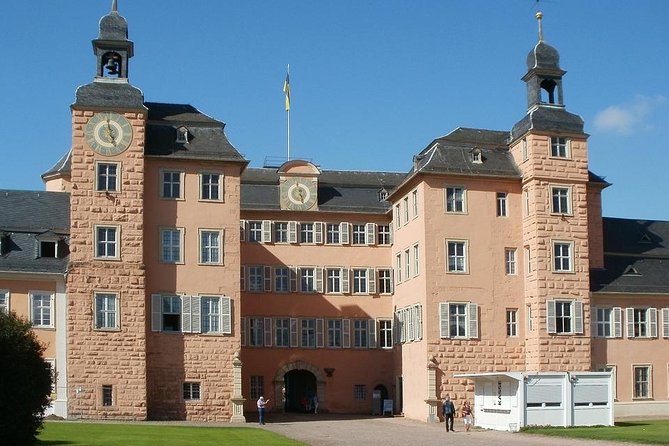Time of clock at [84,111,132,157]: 4:59
